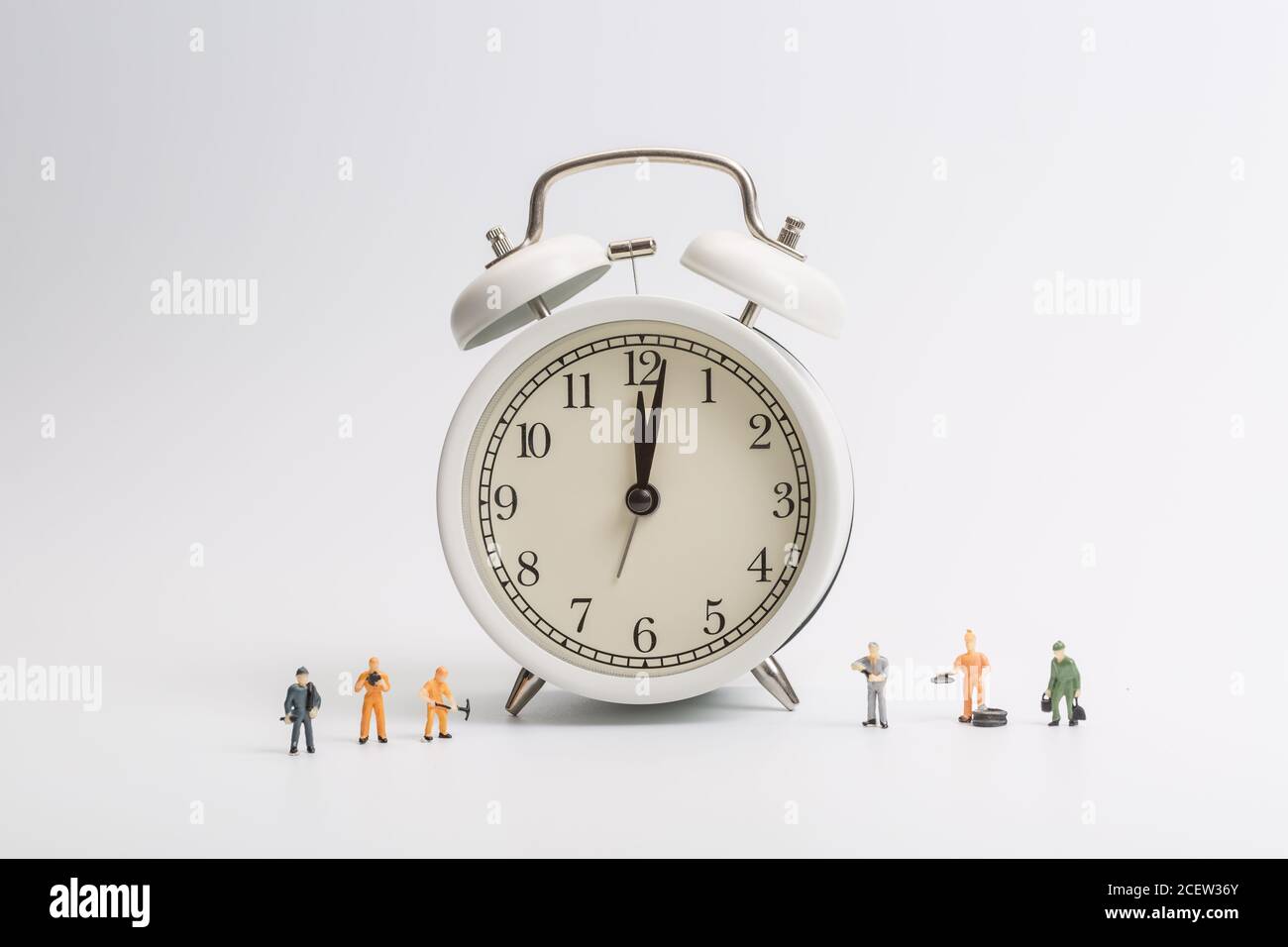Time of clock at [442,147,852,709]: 12:01
